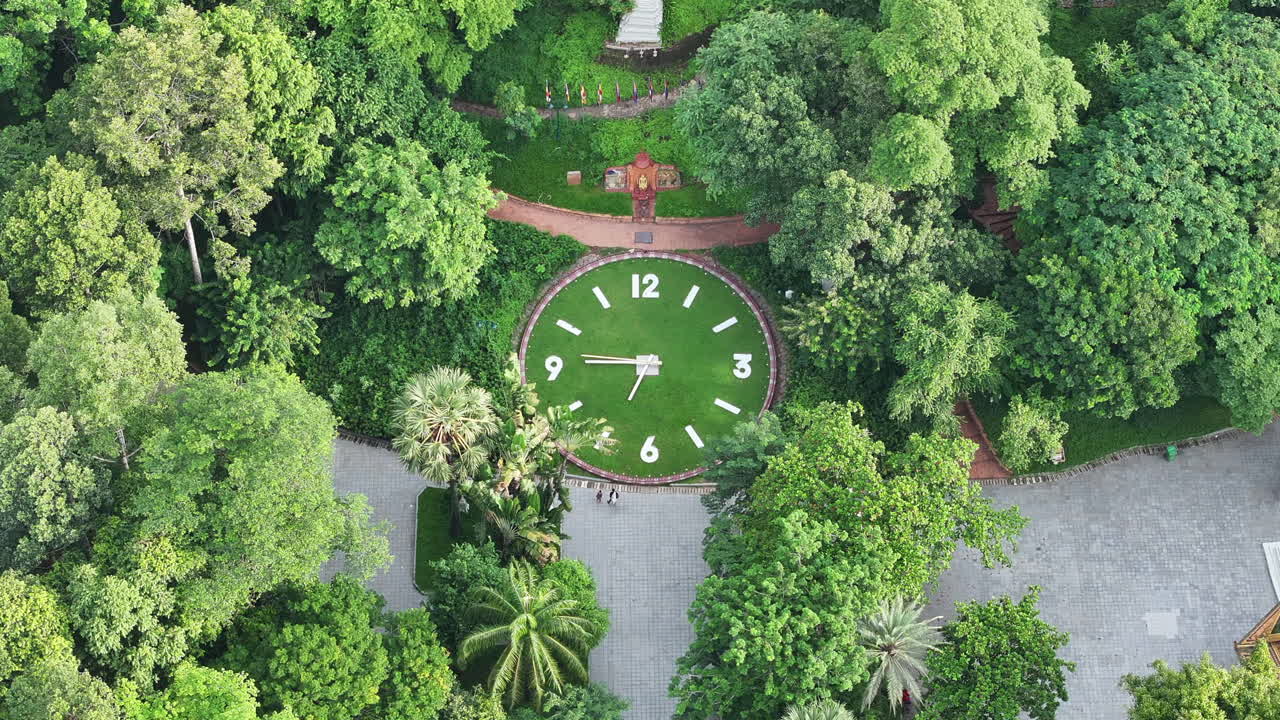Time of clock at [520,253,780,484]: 6:45
